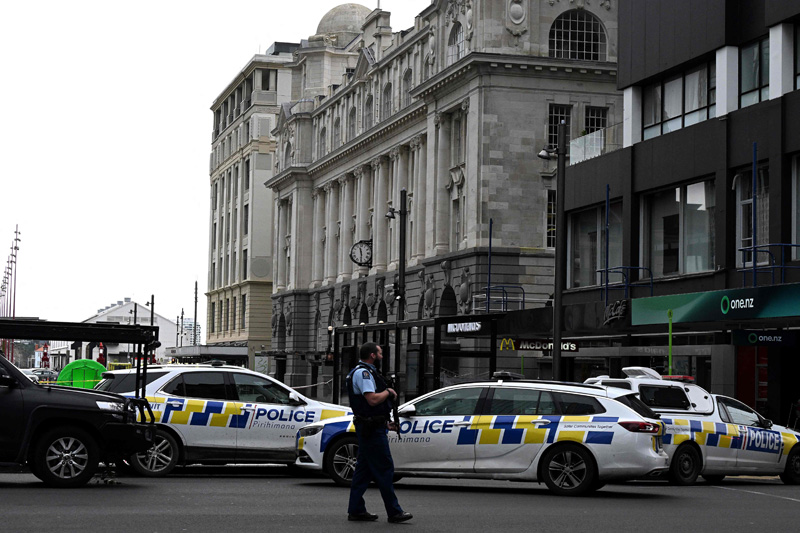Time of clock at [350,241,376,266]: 11:29
